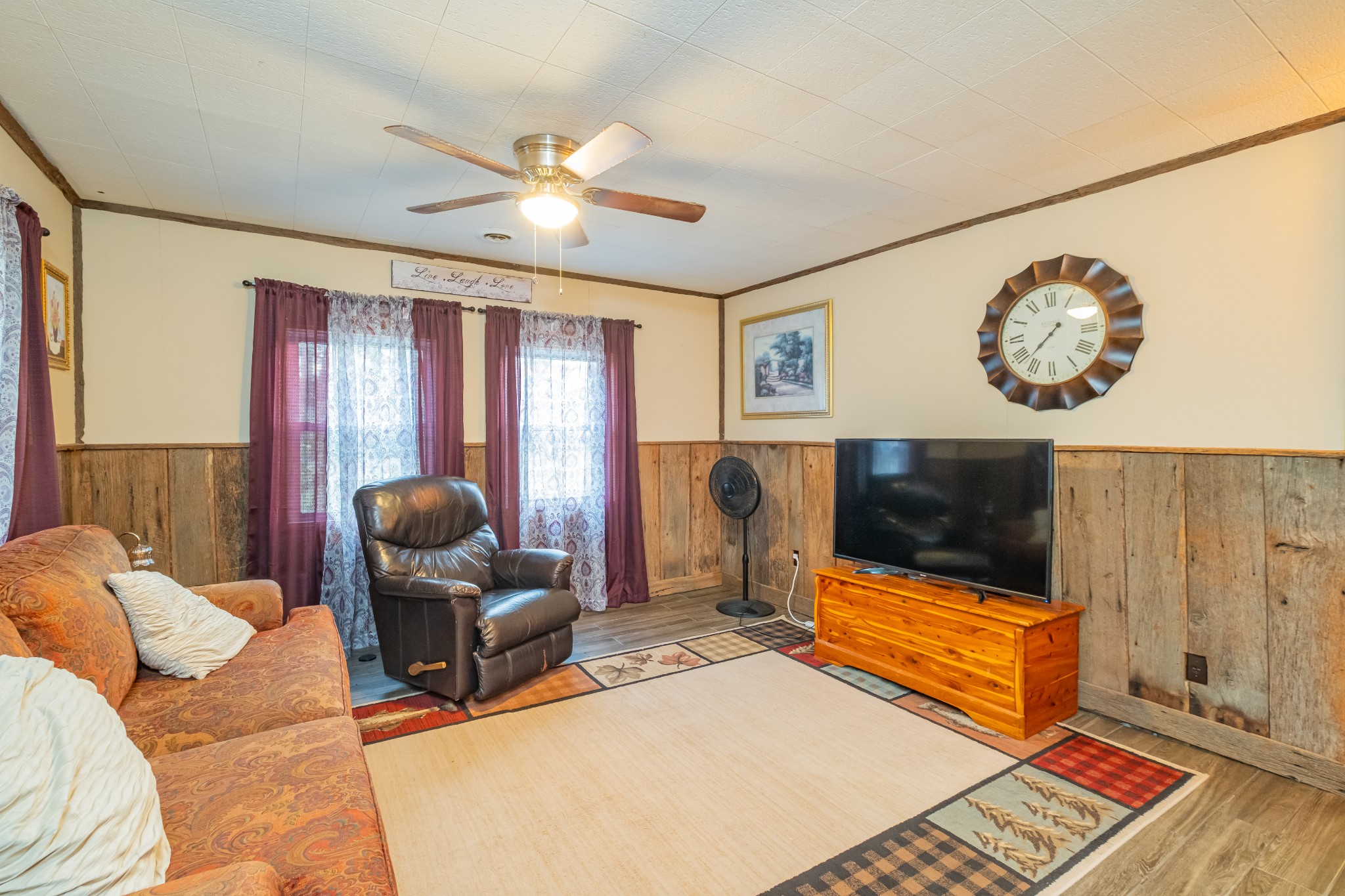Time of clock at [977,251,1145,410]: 7:37
